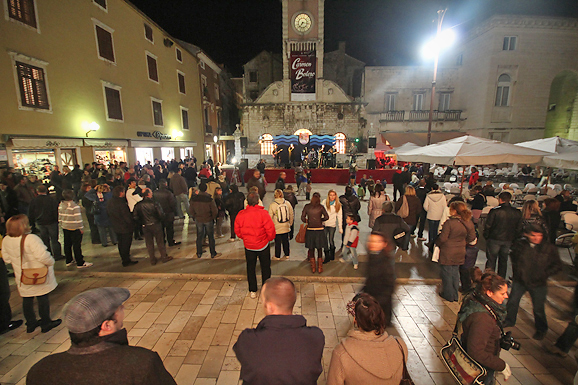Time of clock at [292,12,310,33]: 7:15
